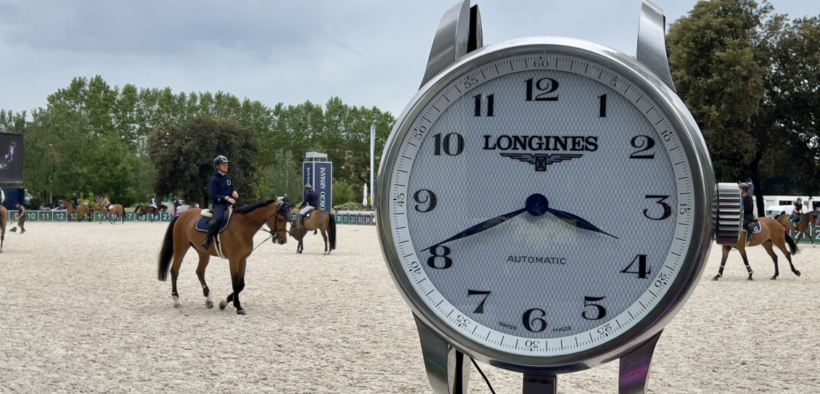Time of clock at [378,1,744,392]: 3:40
